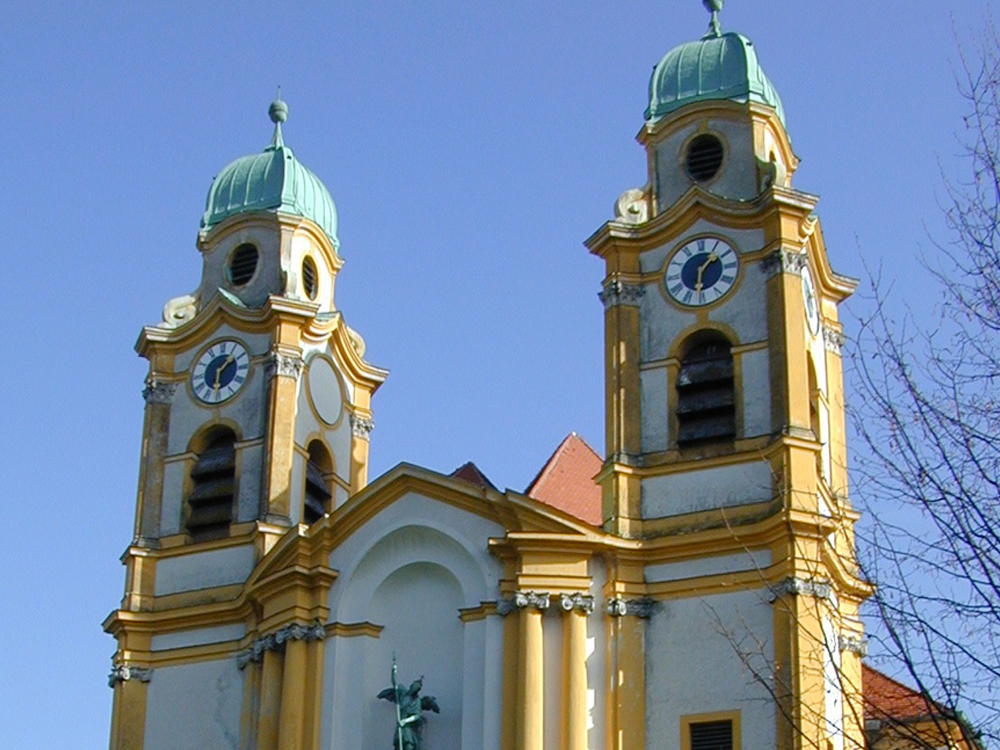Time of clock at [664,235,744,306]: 1:31
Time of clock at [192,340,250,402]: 1:31
